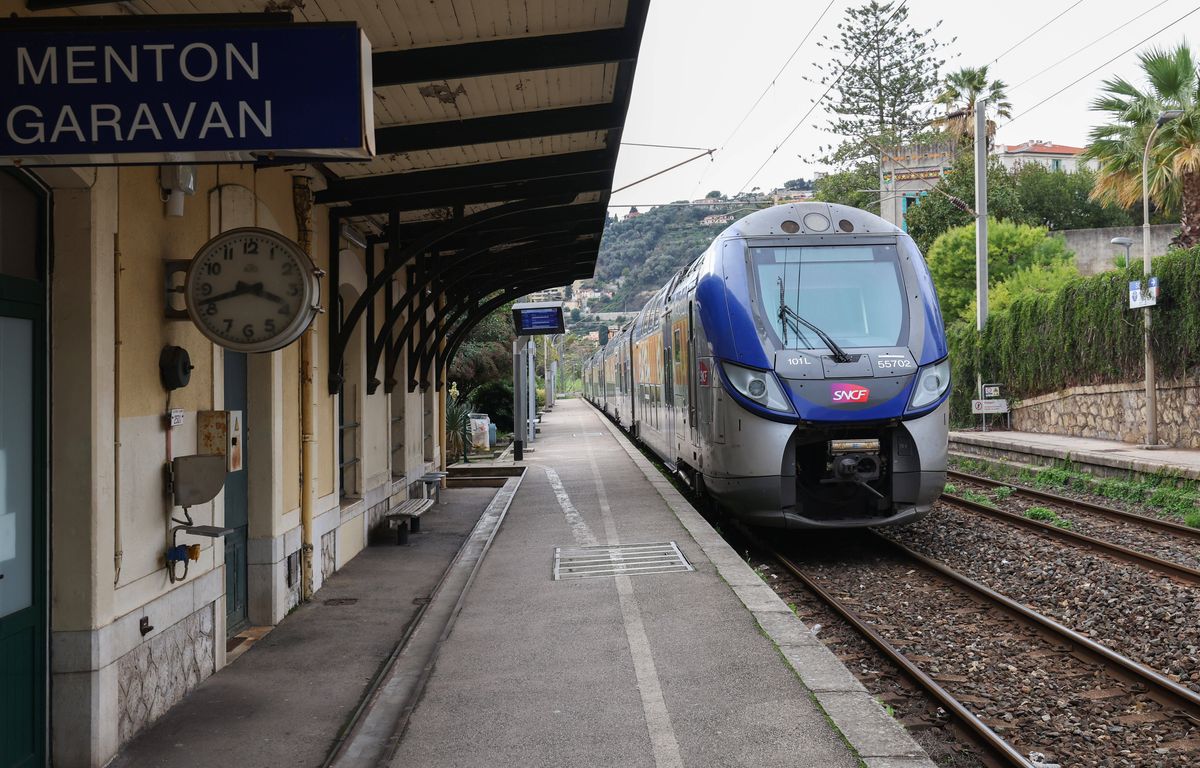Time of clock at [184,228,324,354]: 3:42
